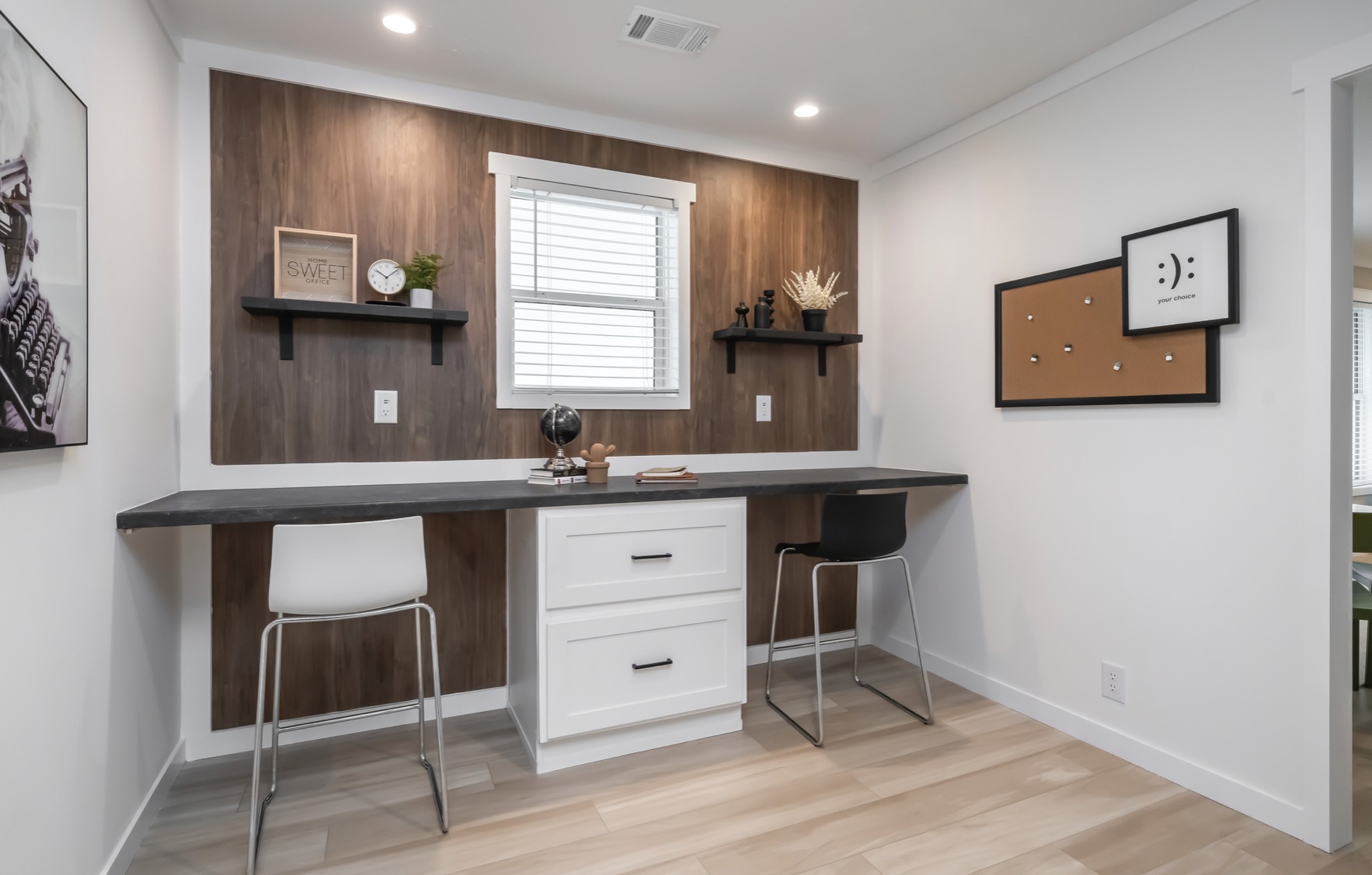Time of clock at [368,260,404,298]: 10:07
